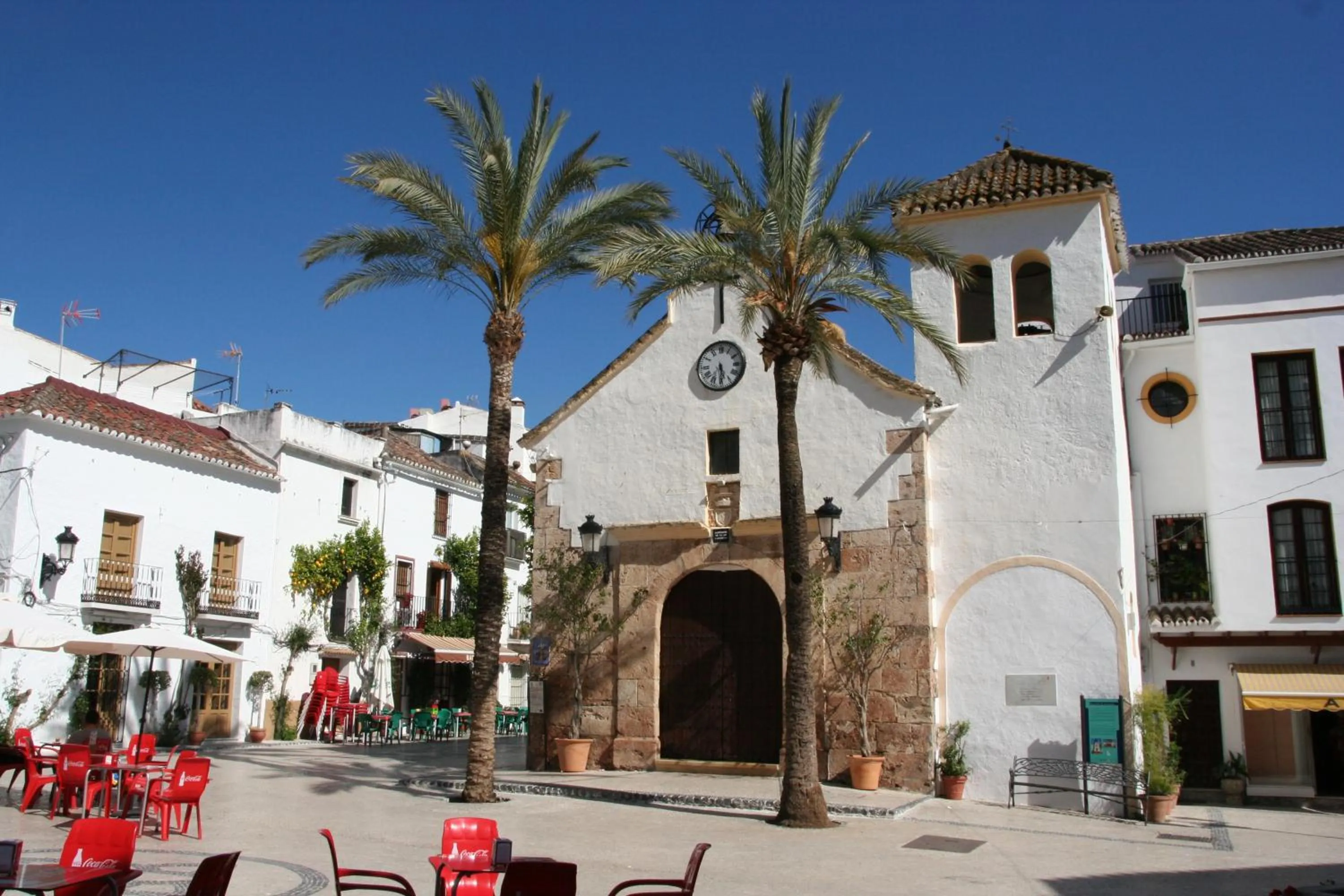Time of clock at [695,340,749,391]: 5:30
